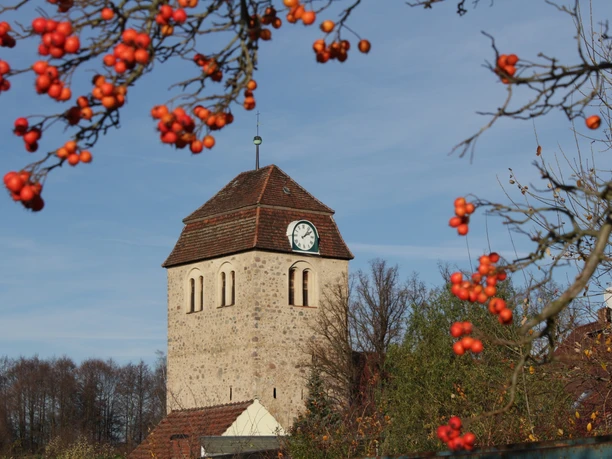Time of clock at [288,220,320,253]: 2:06
